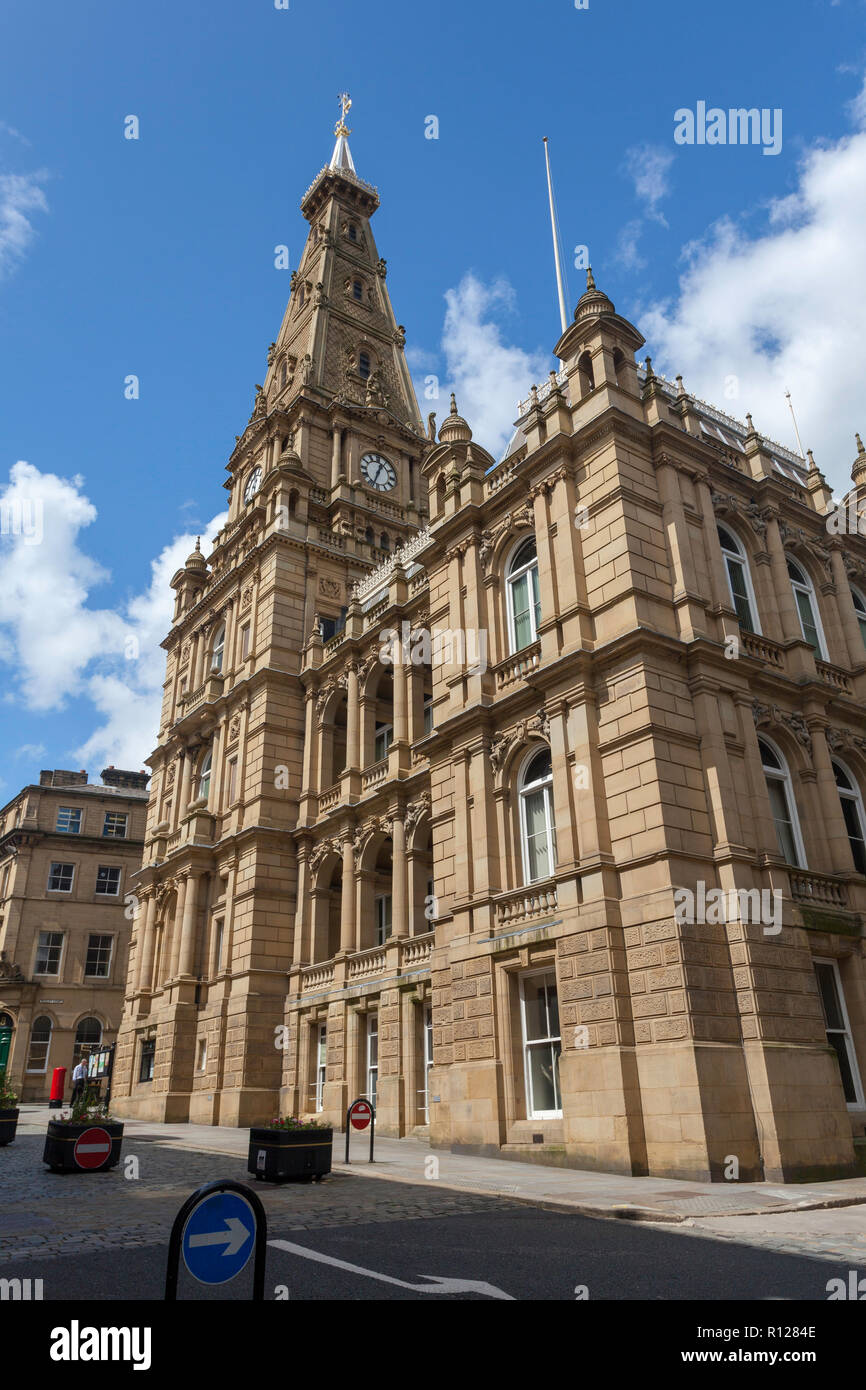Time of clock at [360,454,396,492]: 12:33
